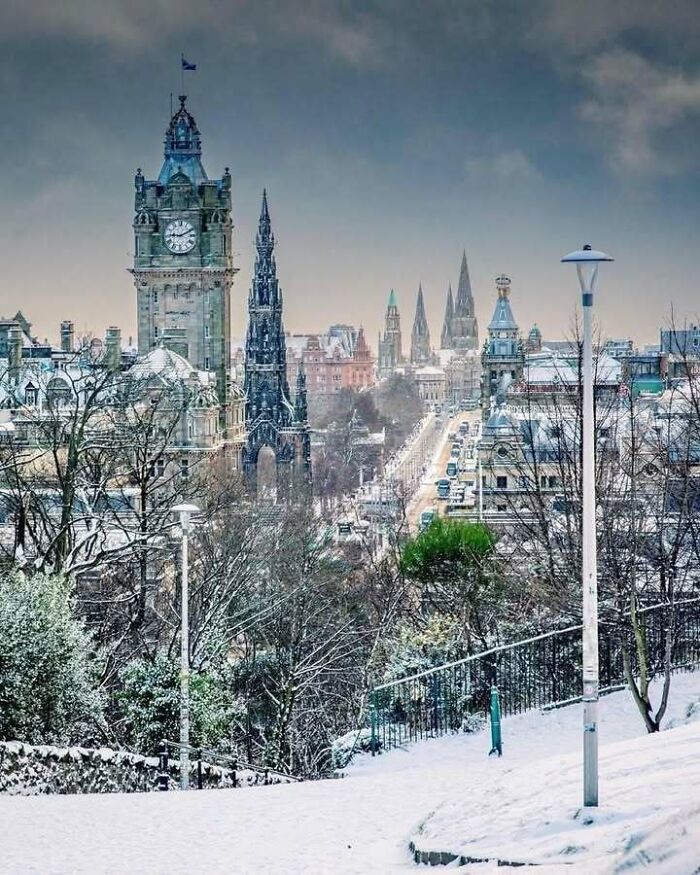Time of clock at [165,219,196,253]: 9:11
